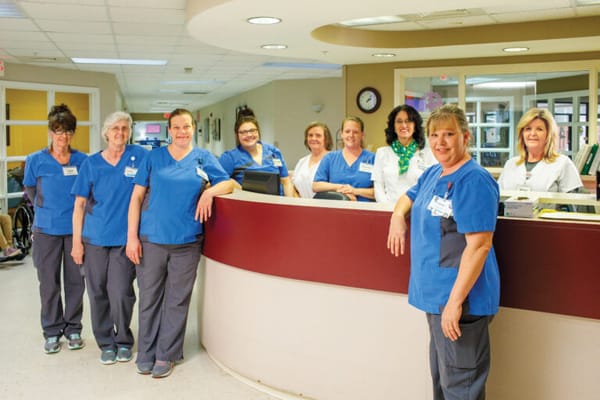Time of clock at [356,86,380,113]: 2:06
